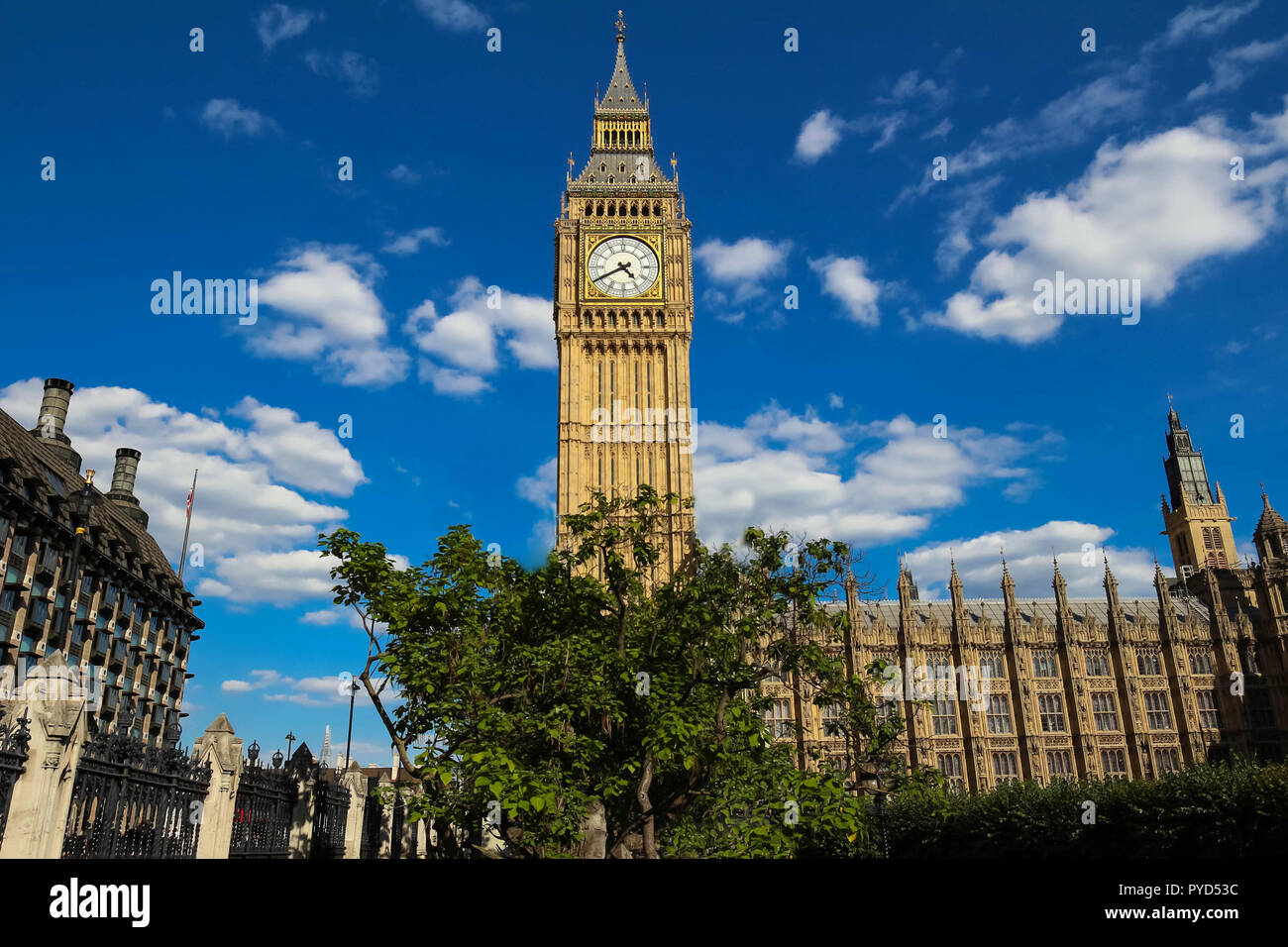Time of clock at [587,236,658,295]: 4:40
